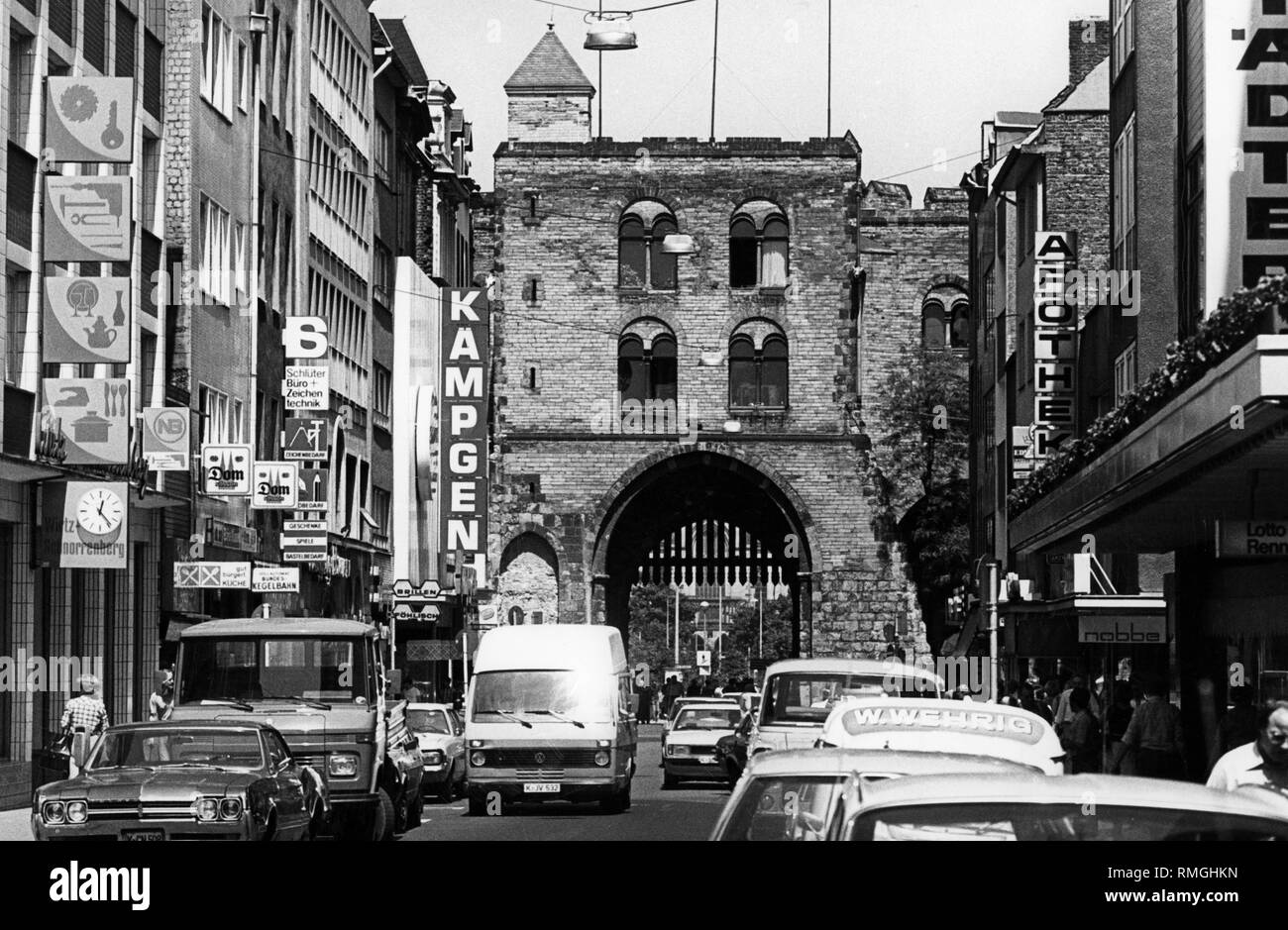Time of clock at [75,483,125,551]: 12:23
